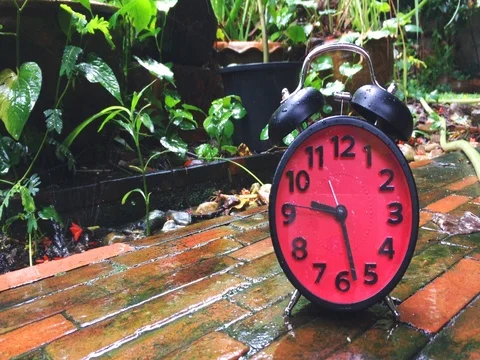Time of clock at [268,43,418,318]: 9:27
